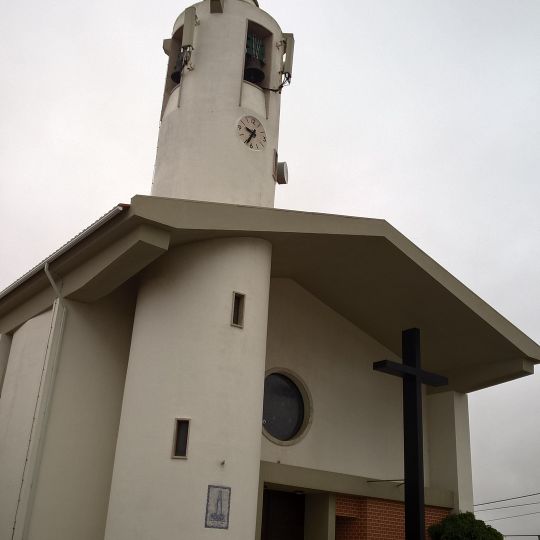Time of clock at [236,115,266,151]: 9:34
